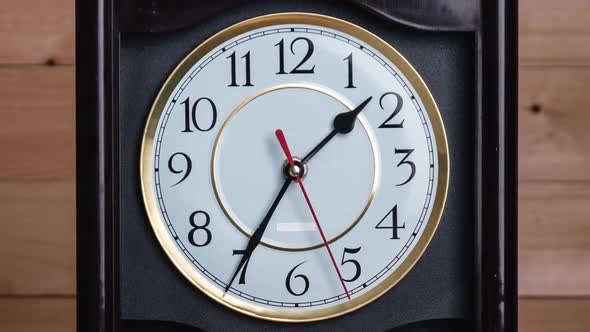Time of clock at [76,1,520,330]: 1:35
